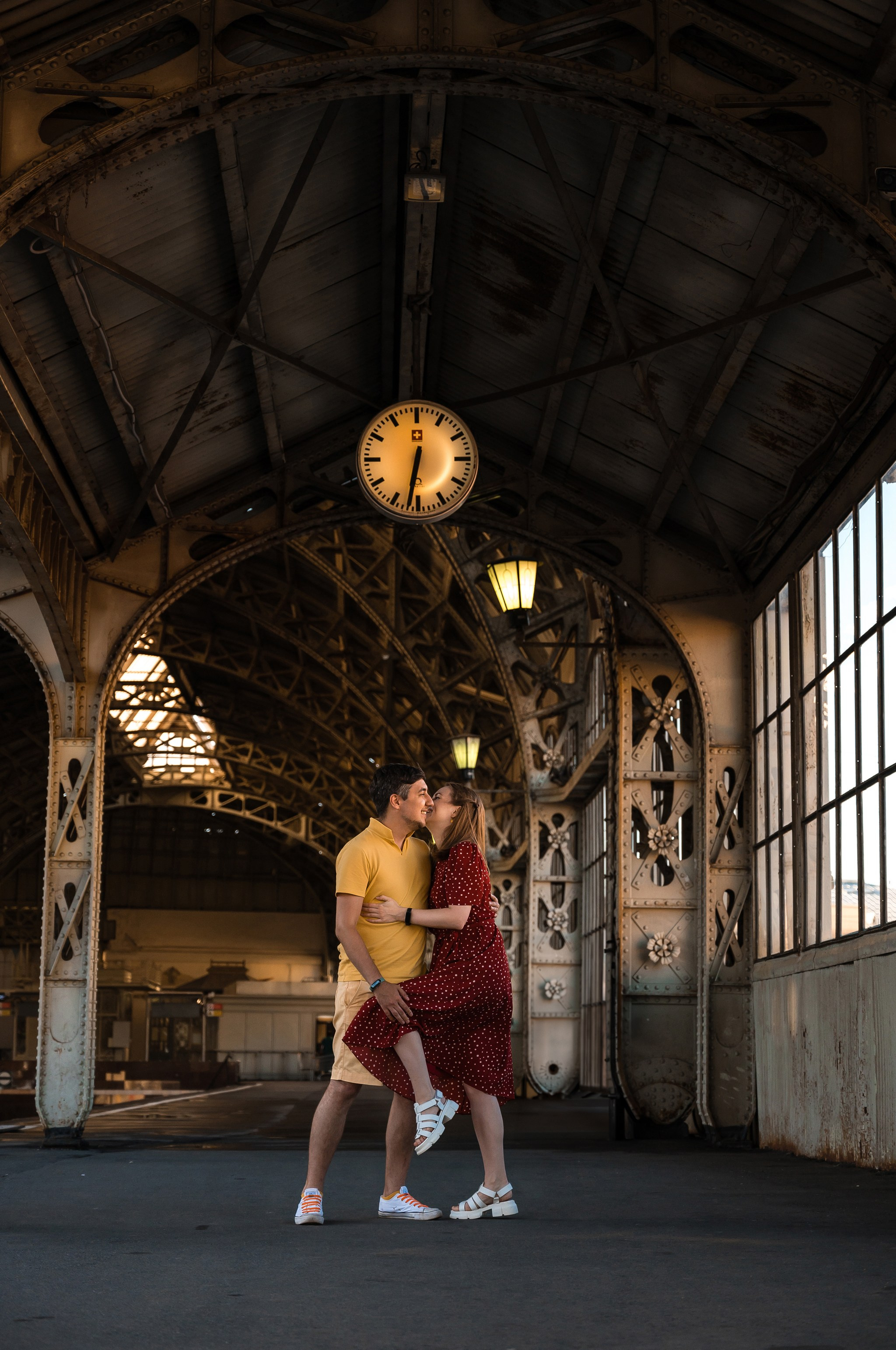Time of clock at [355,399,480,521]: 6:32
